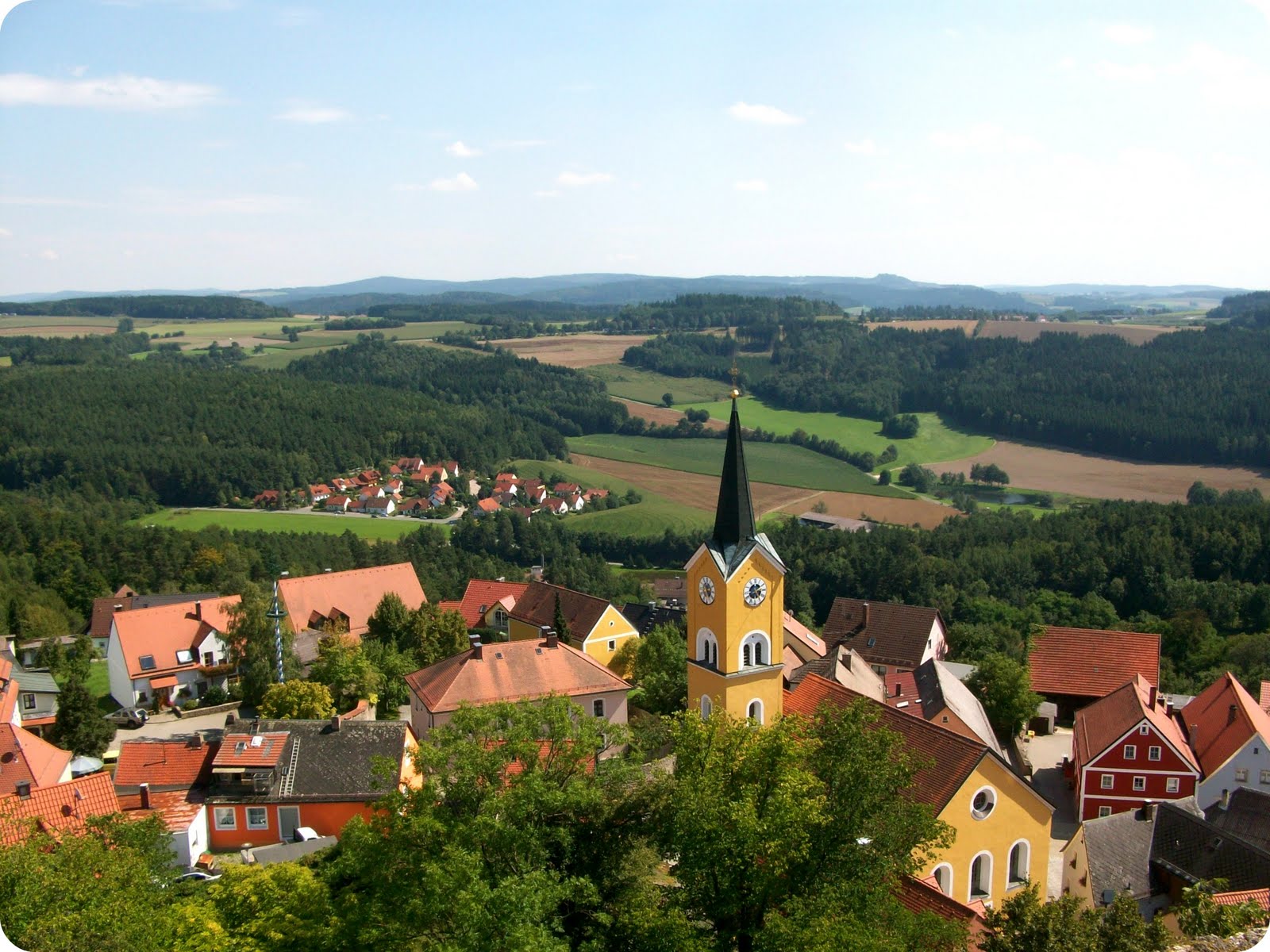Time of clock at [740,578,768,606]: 2:24
